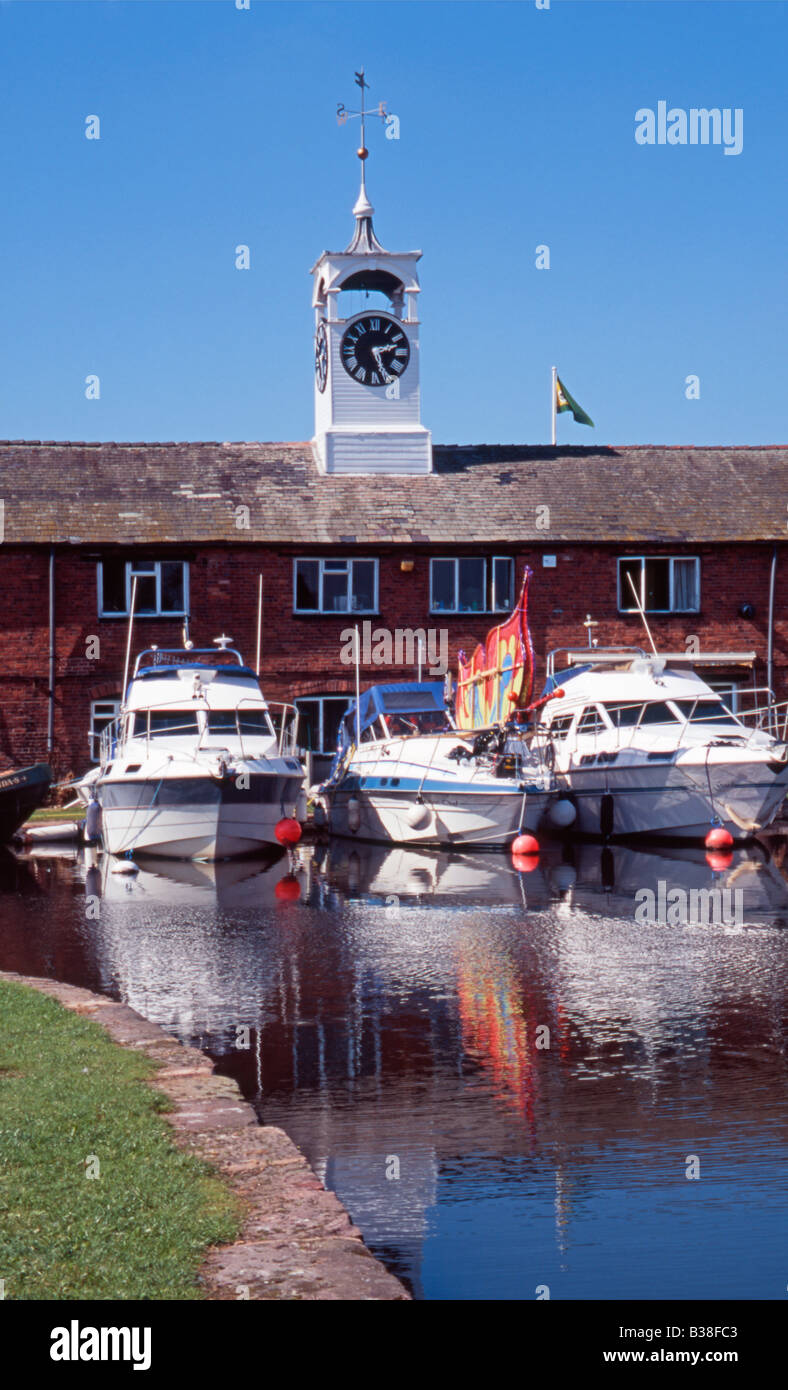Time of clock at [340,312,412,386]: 2:26
